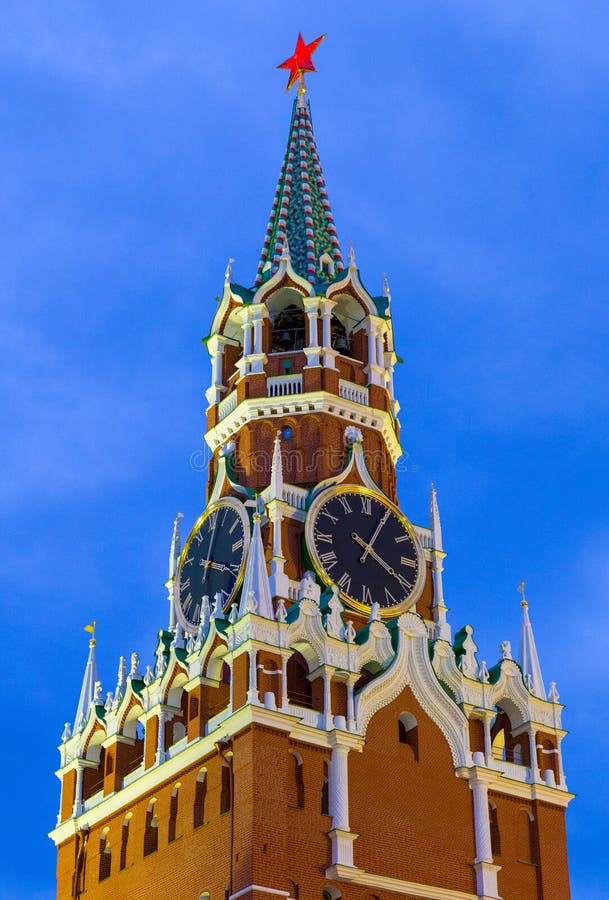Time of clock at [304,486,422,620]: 4:04
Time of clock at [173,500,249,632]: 4:03
